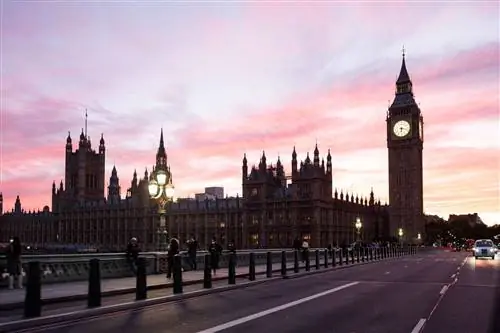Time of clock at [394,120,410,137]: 6:17
